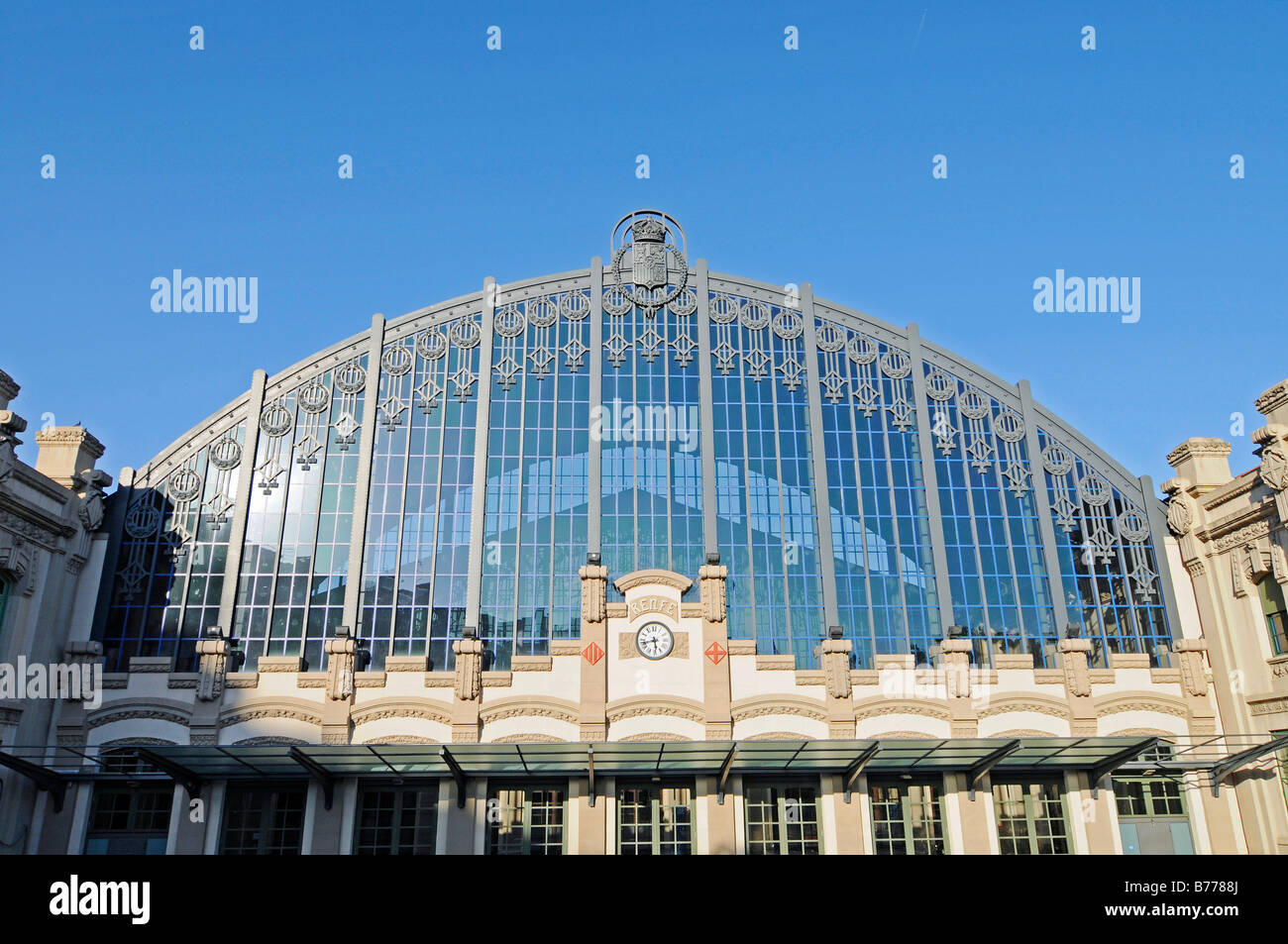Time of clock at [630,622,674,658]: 5:42
